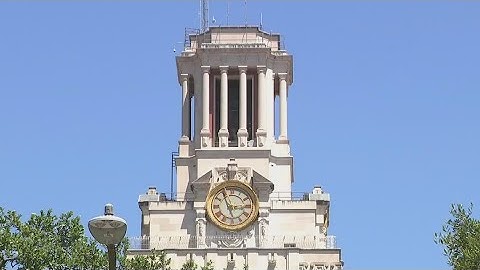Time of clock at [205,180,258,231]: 2:56
